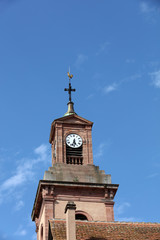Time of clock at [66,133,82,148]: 5:32
